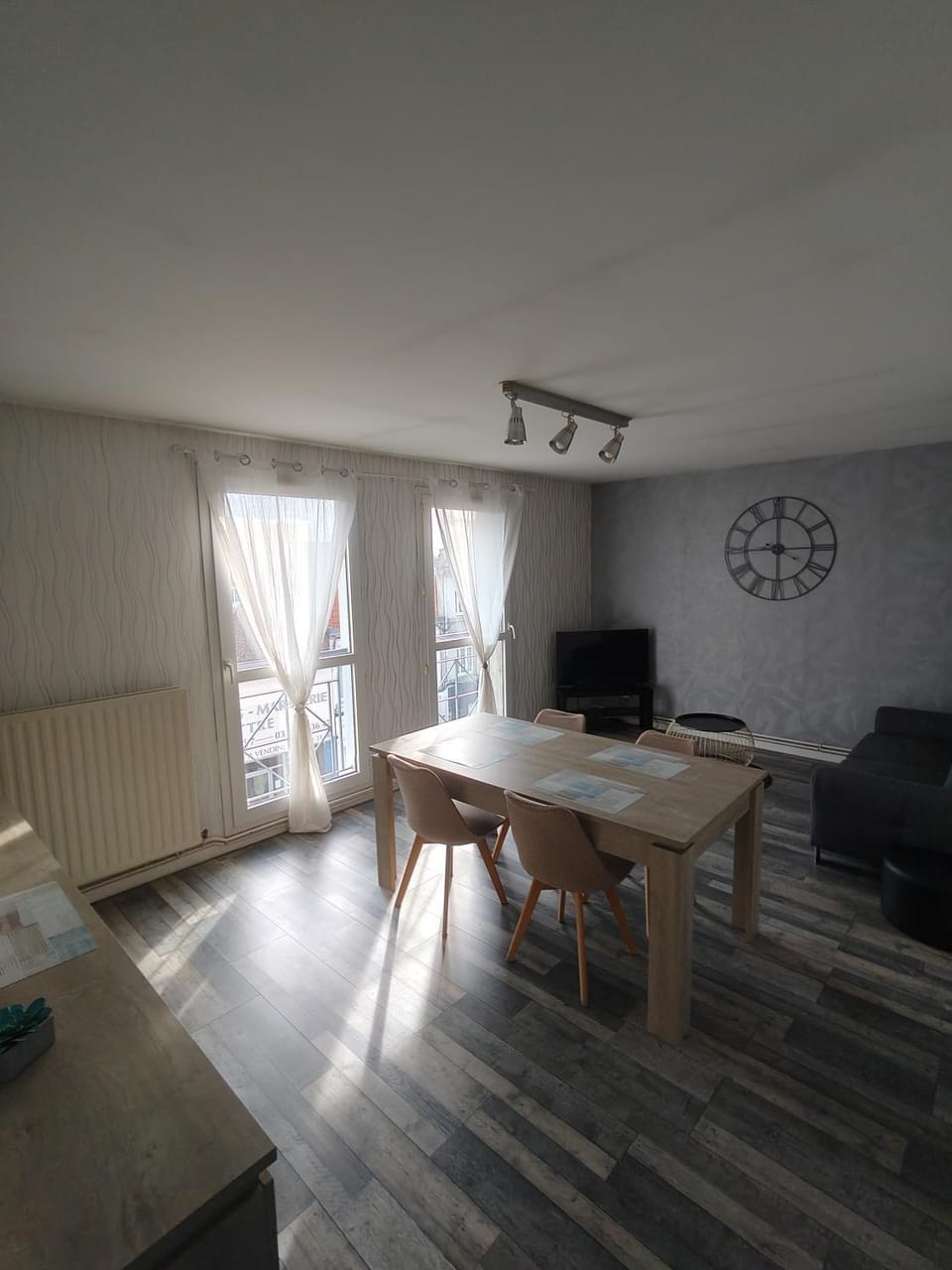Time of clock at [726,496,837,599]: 5:59
